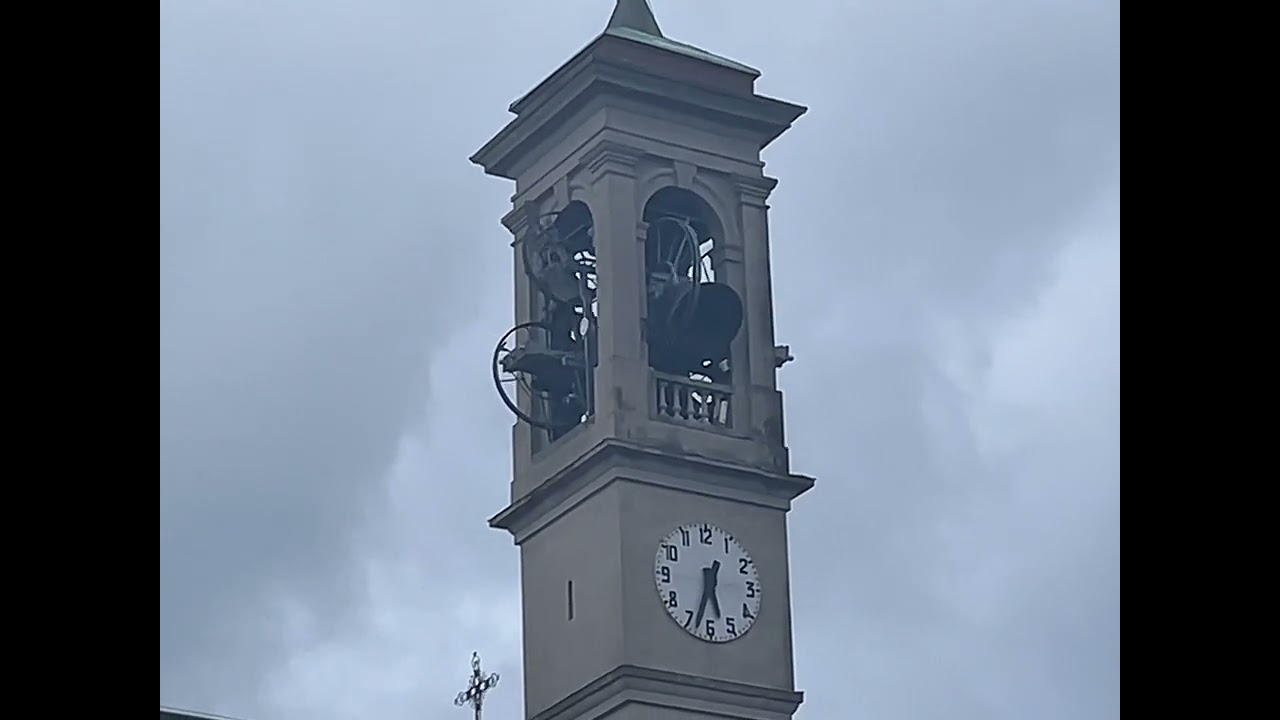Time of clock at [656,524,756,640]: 5:33
